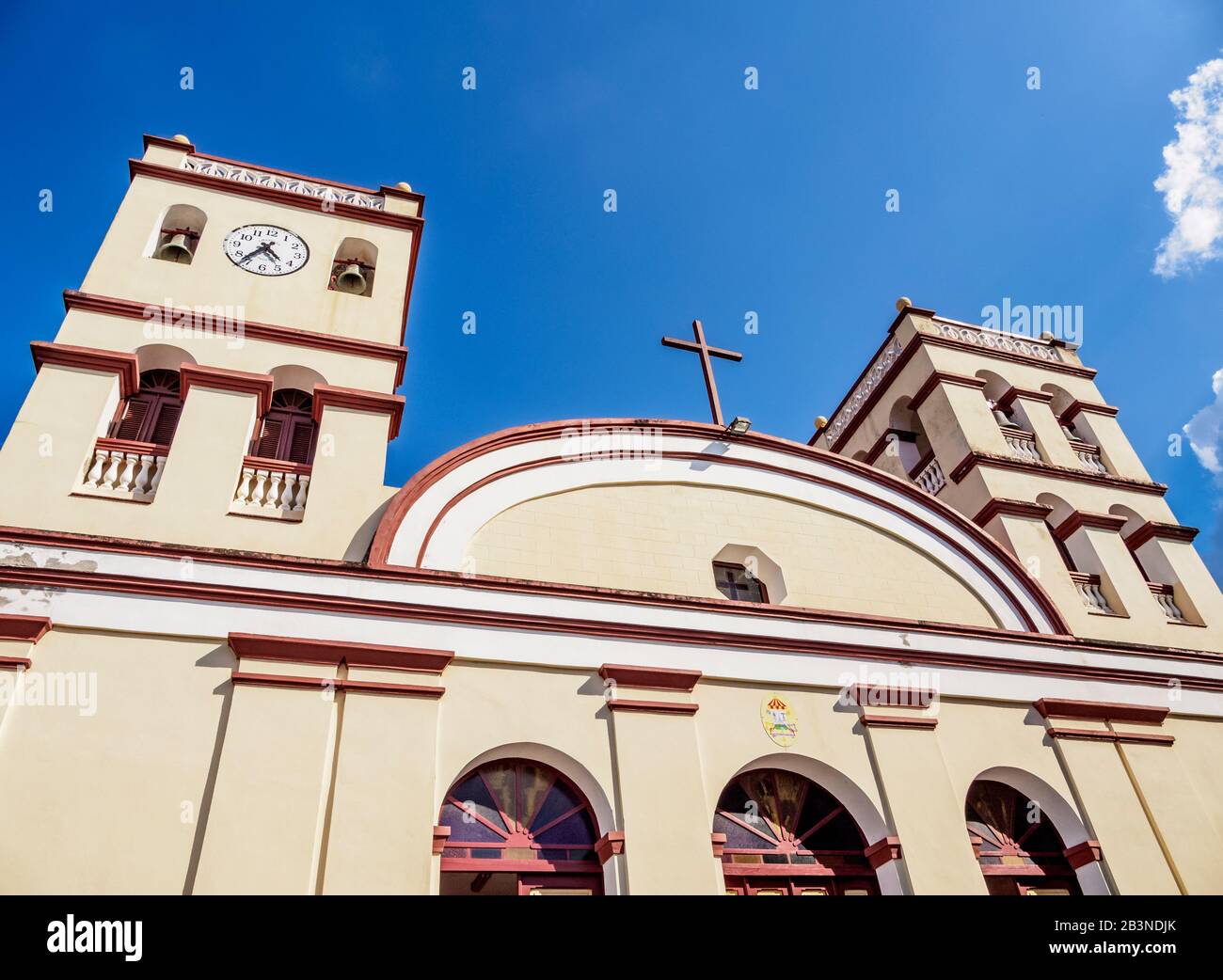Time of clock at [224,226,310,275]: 4:36
